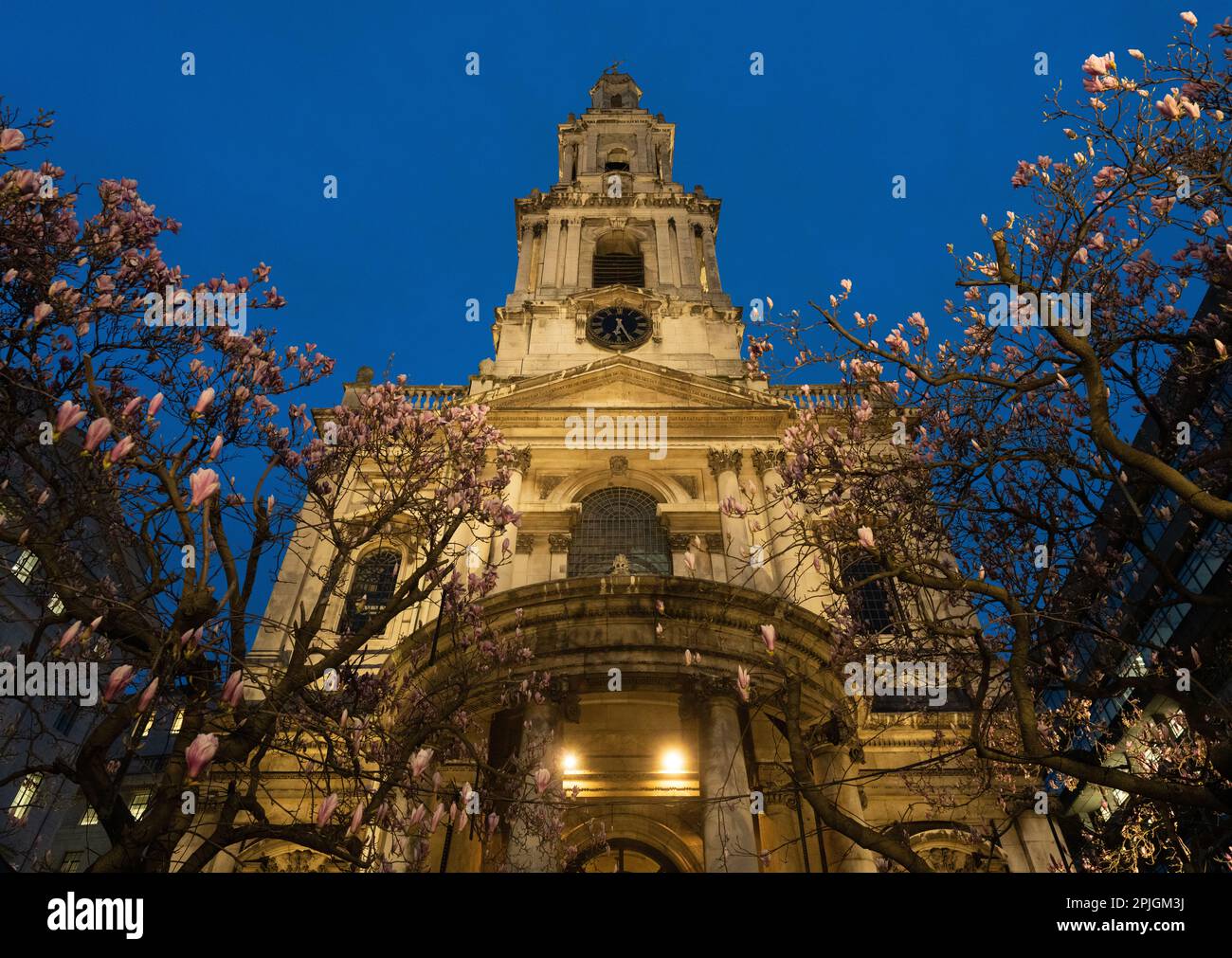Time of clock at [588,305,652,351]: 6:25
